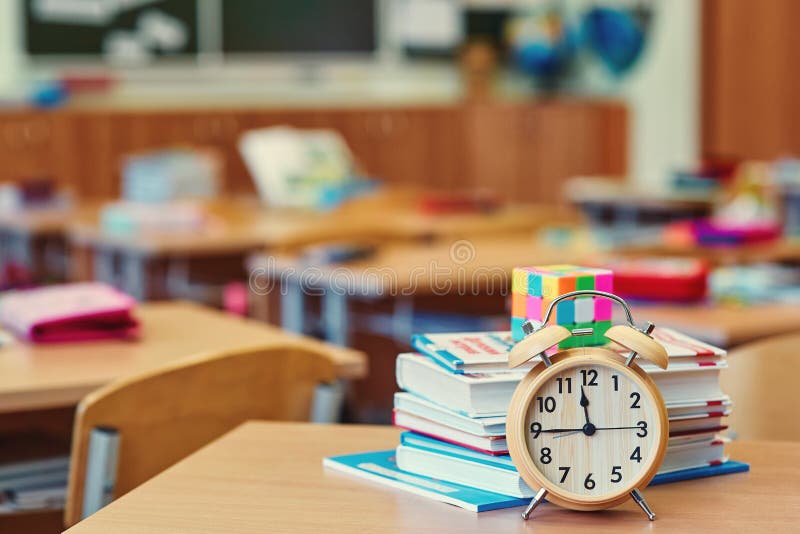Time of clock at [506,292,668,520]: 11:44
